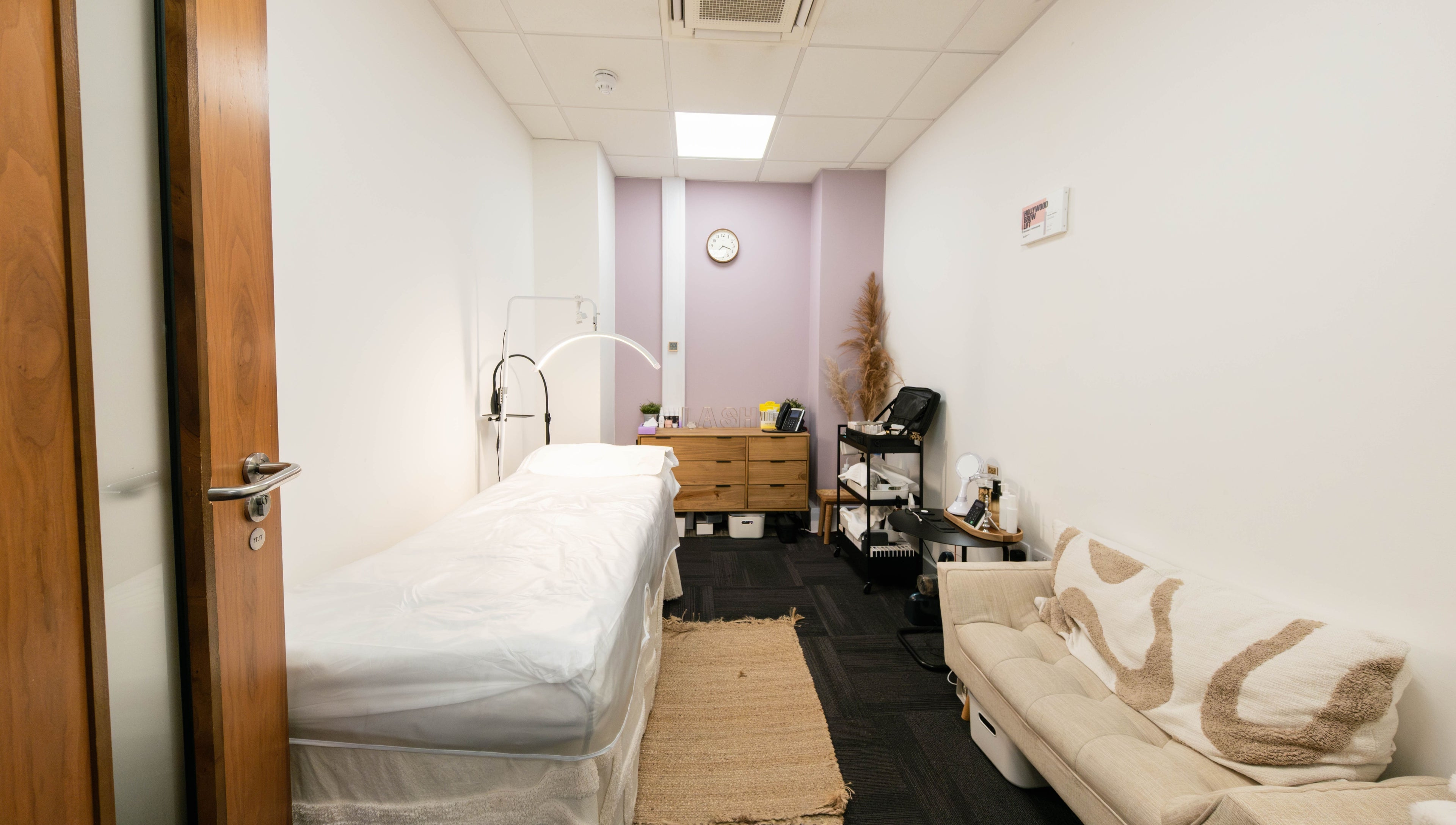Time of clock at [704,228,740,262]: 7:18
